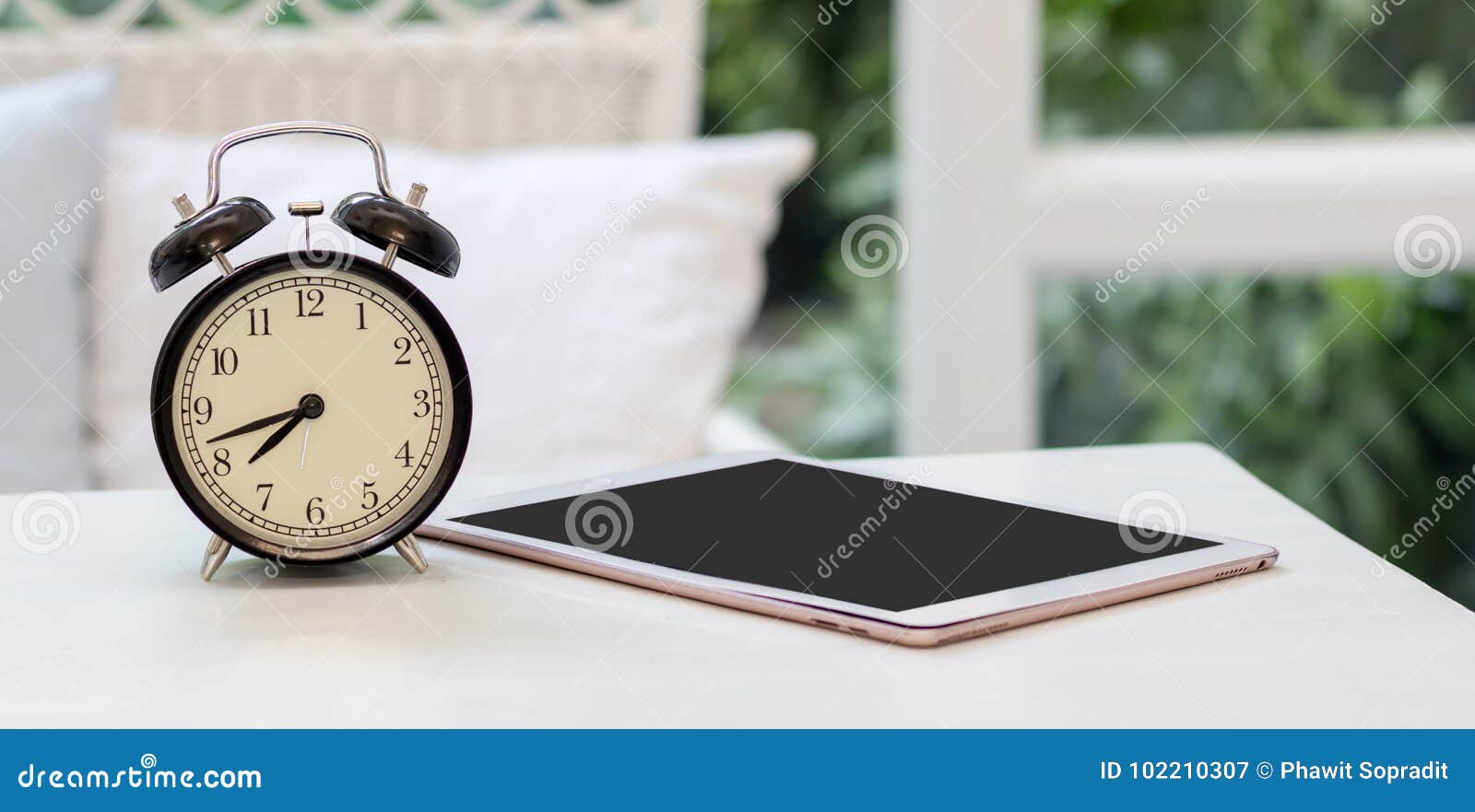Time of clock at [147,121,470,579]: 7:42
